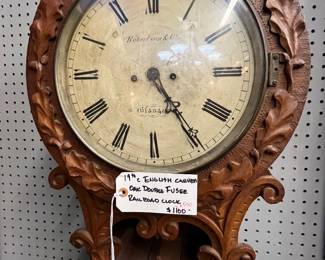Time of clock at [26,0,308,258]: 4:24
